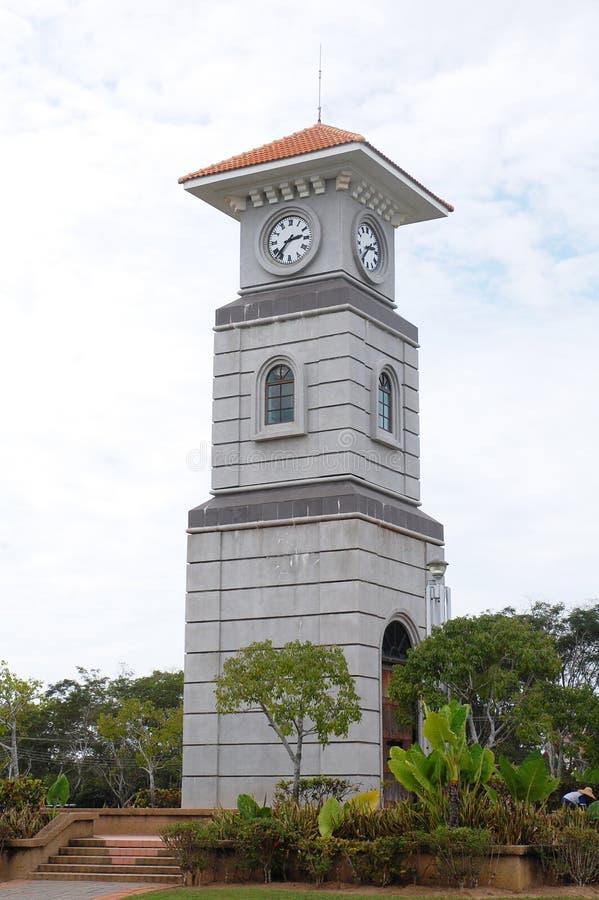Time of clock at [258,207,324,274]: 2:36
